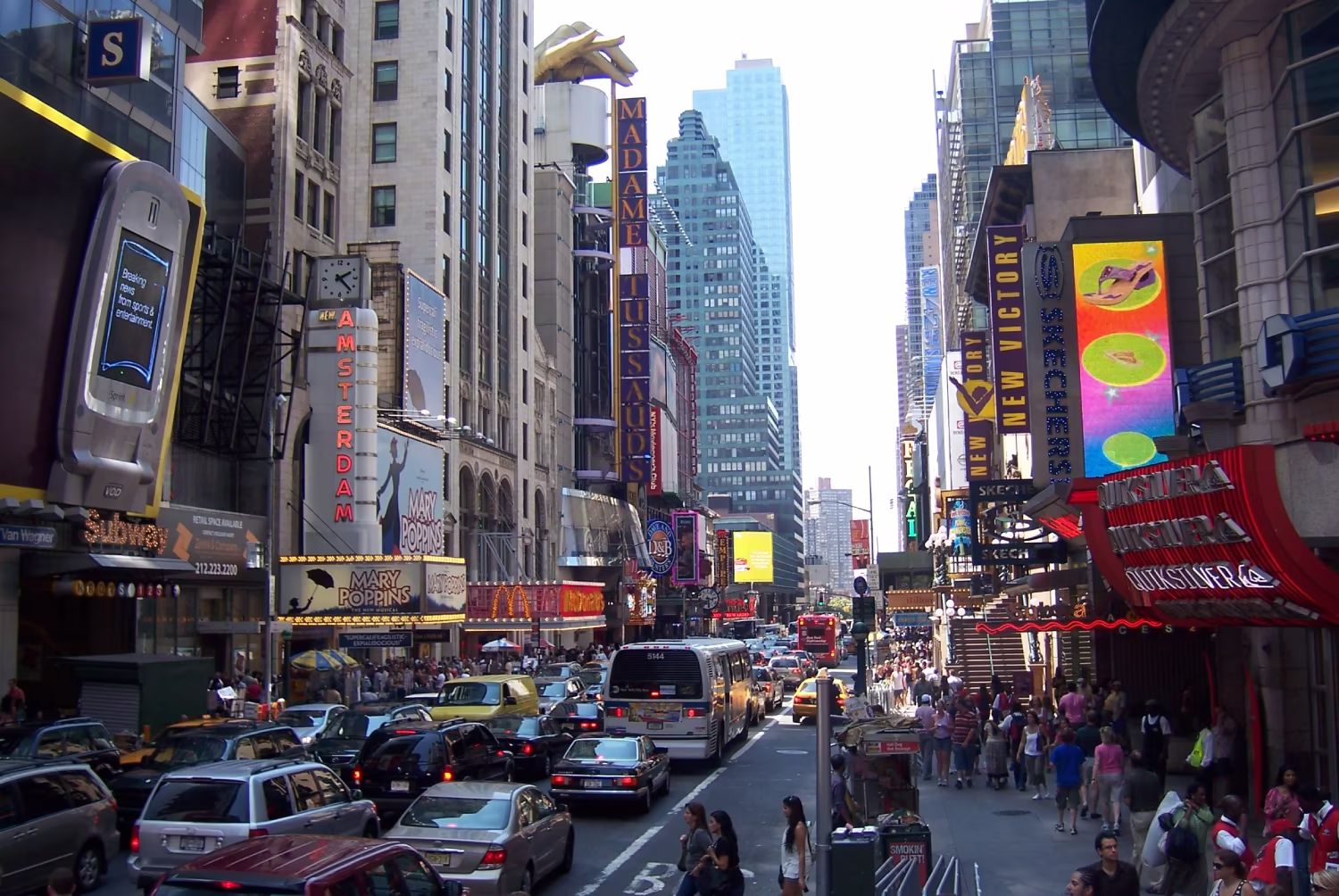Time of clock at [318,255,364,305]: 2:22
